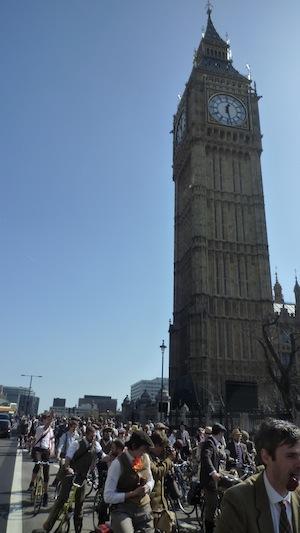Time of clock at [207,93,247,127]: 12:27
